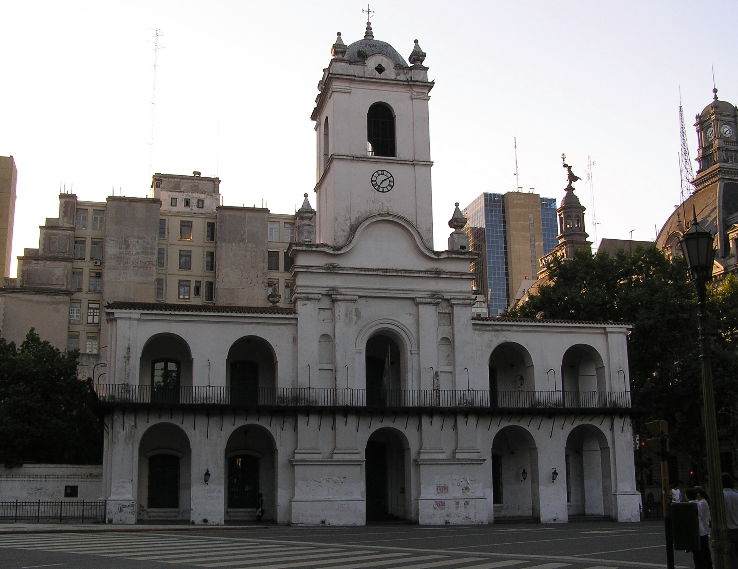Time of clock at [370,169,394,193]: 7:10
